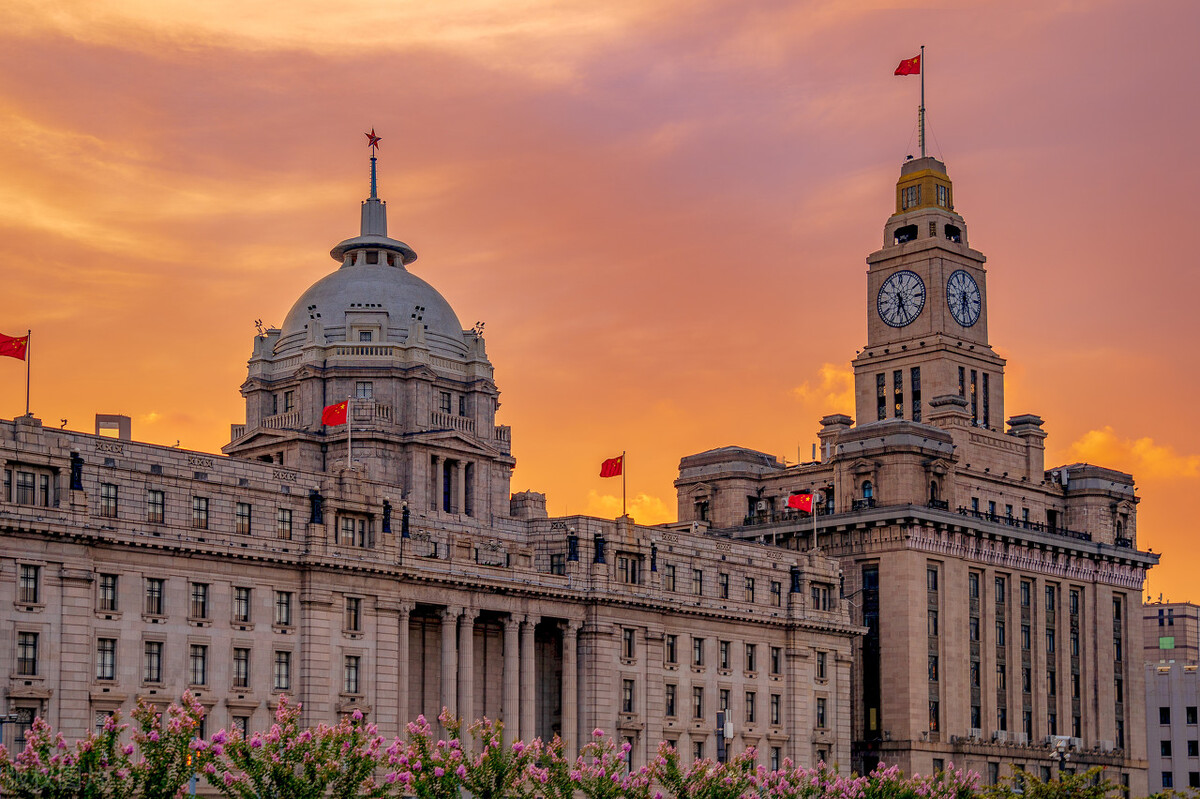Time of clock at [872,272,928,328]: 6:26
